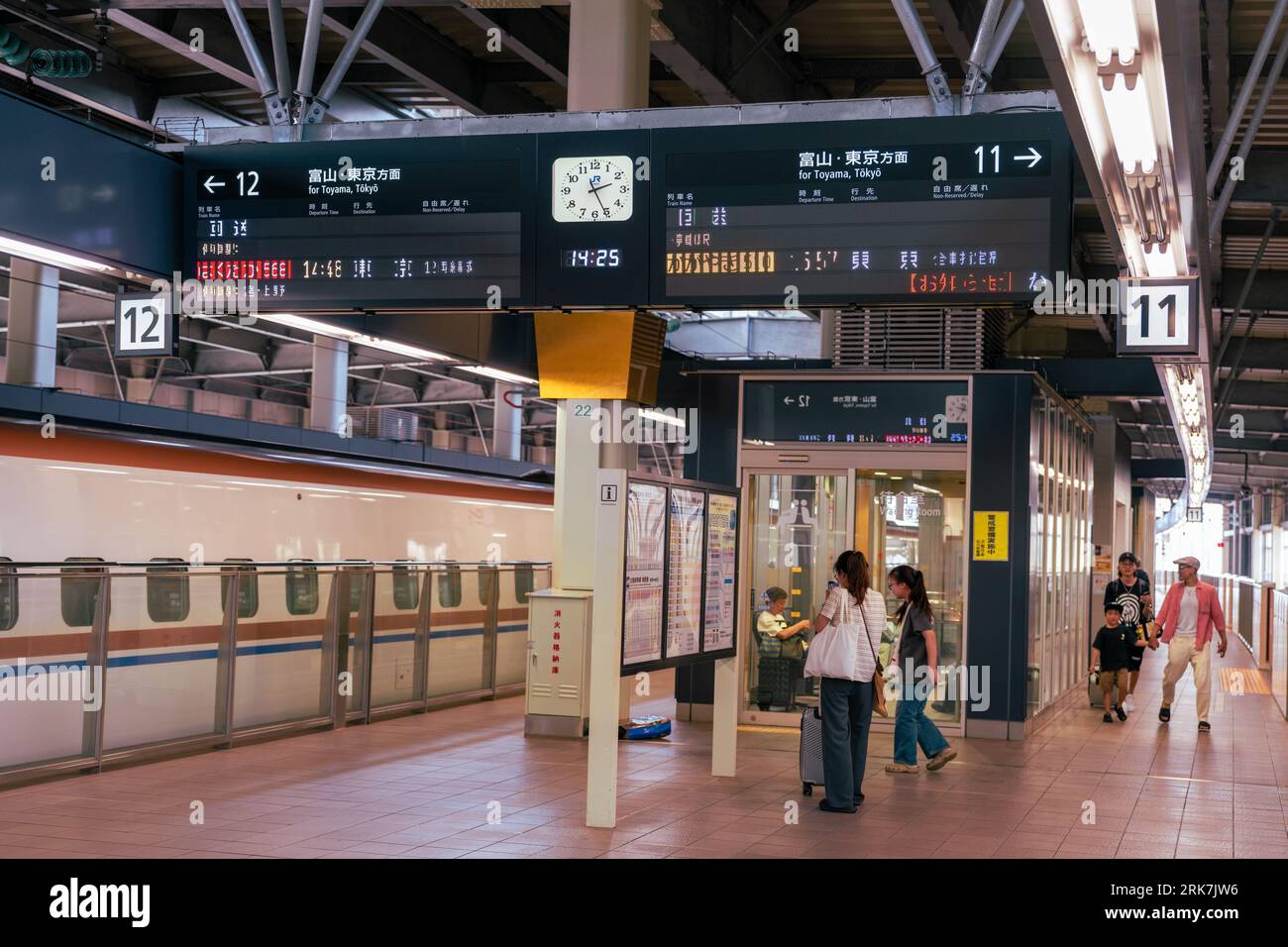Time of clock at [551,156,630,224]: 2:25
